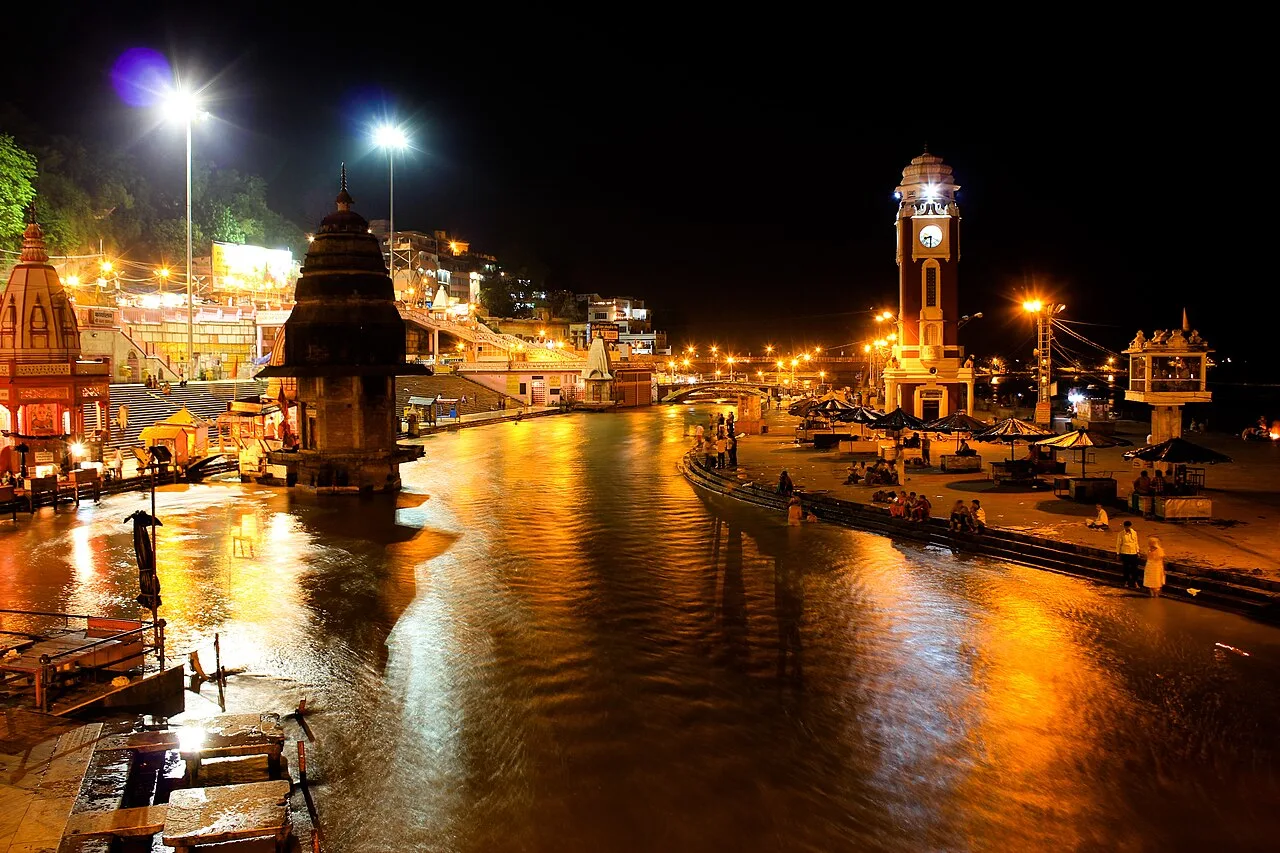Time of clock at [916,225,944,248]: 8:30
